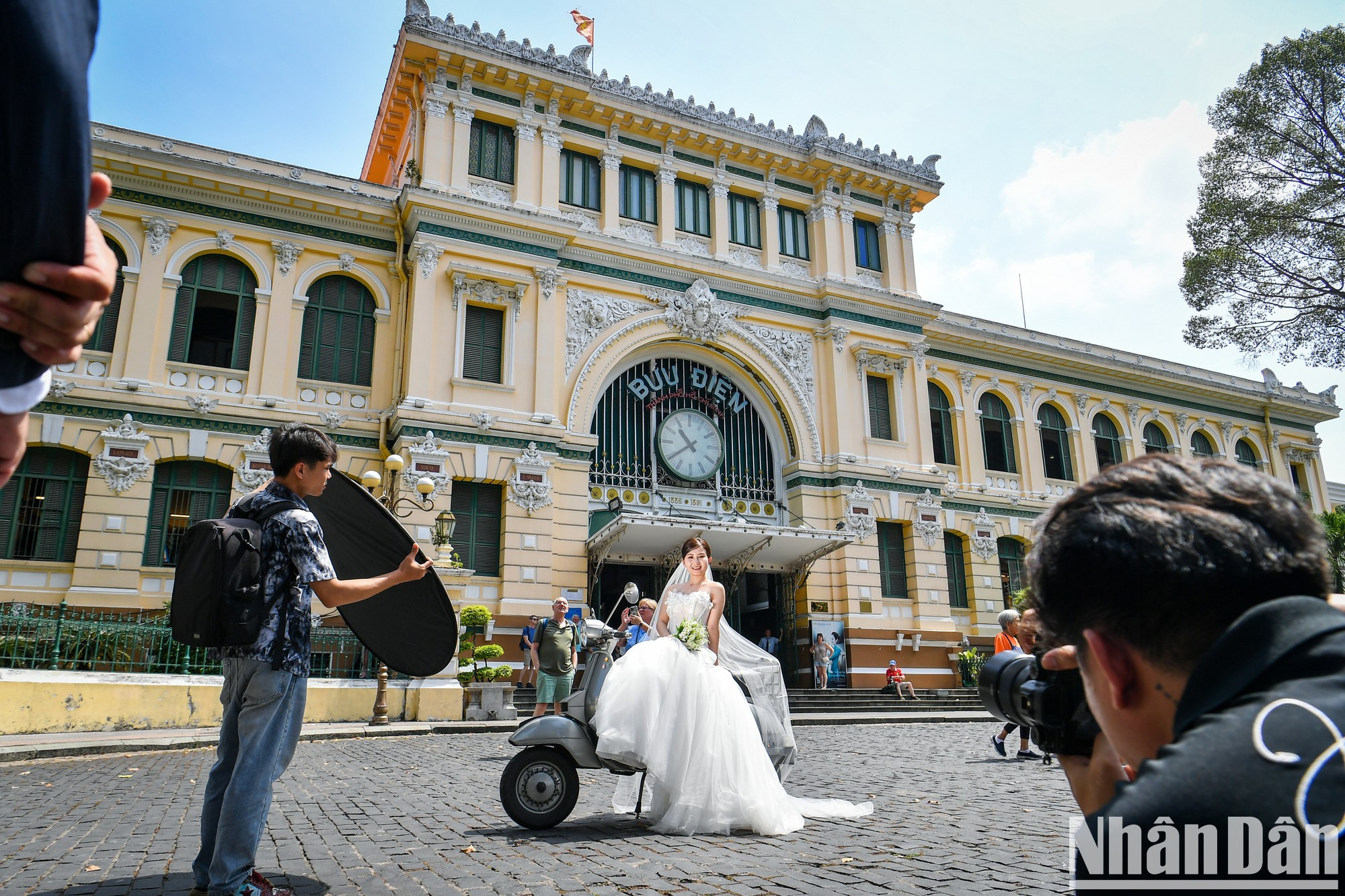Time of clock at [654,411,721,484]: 10:39
